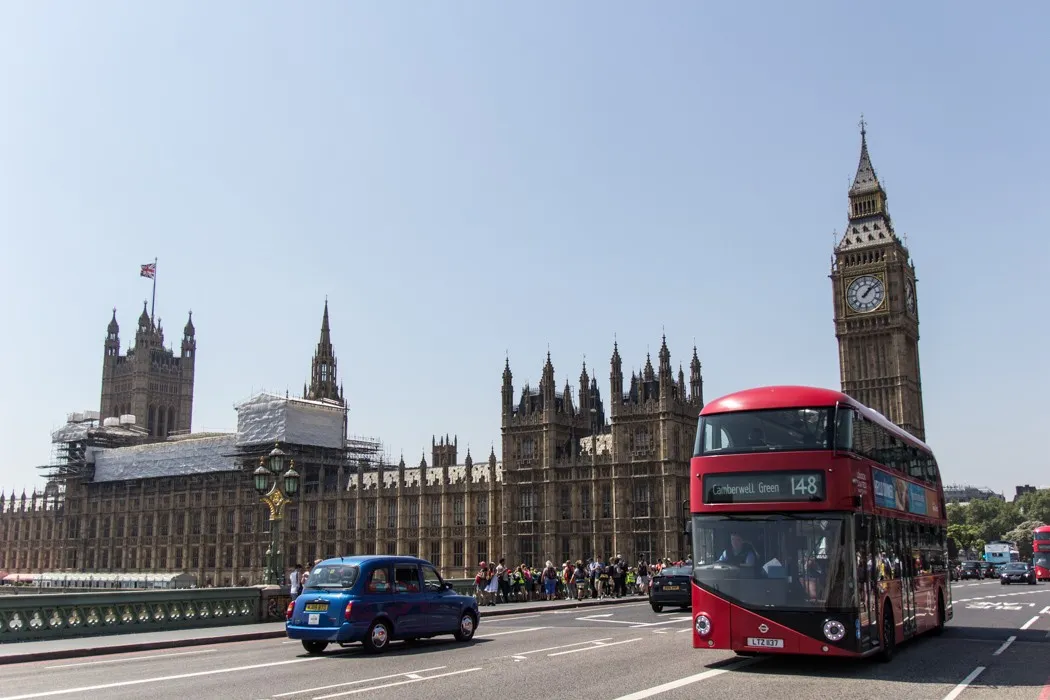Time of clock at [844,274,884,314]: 1:08
